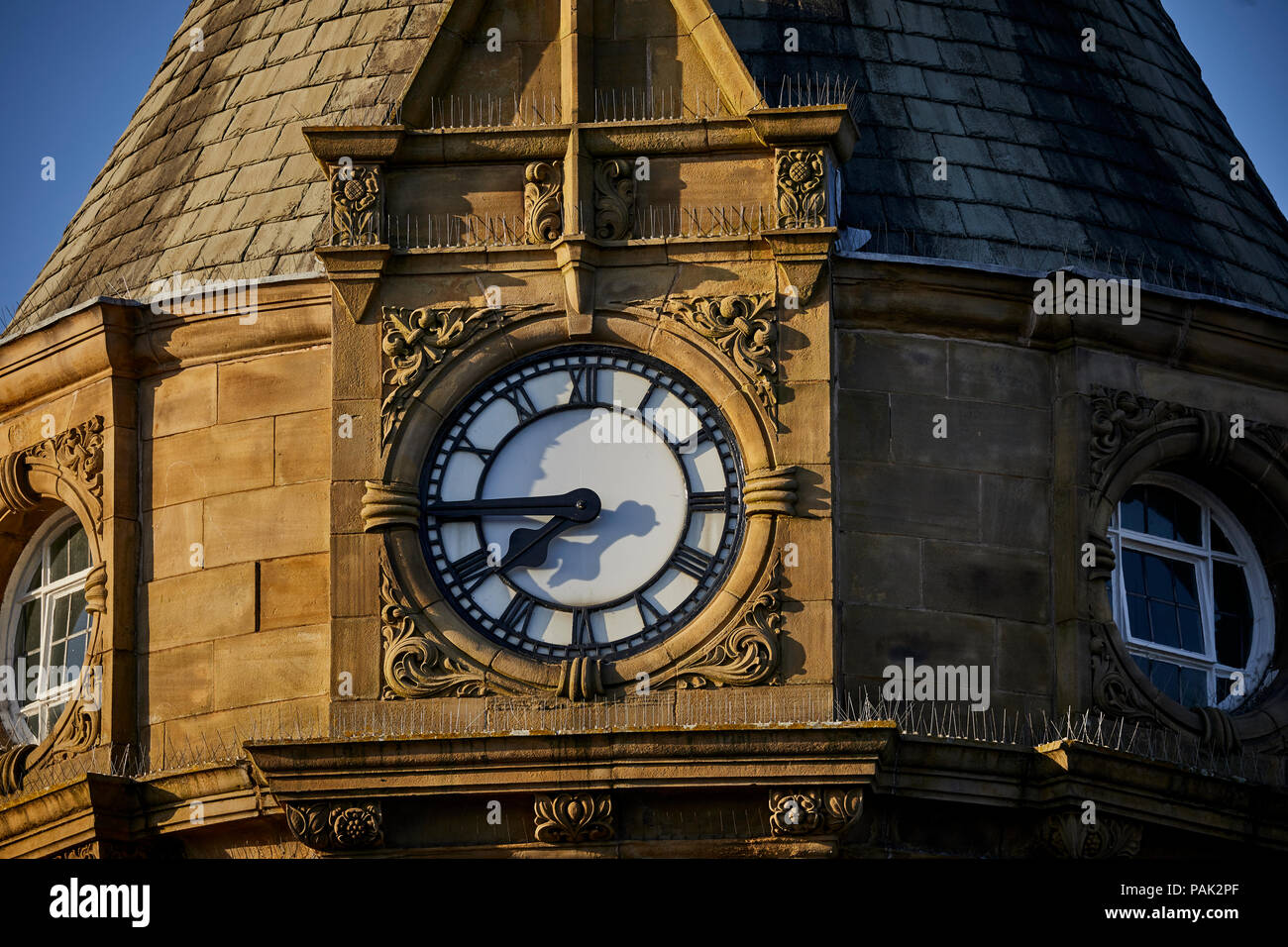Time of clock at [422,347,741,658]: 7:44
